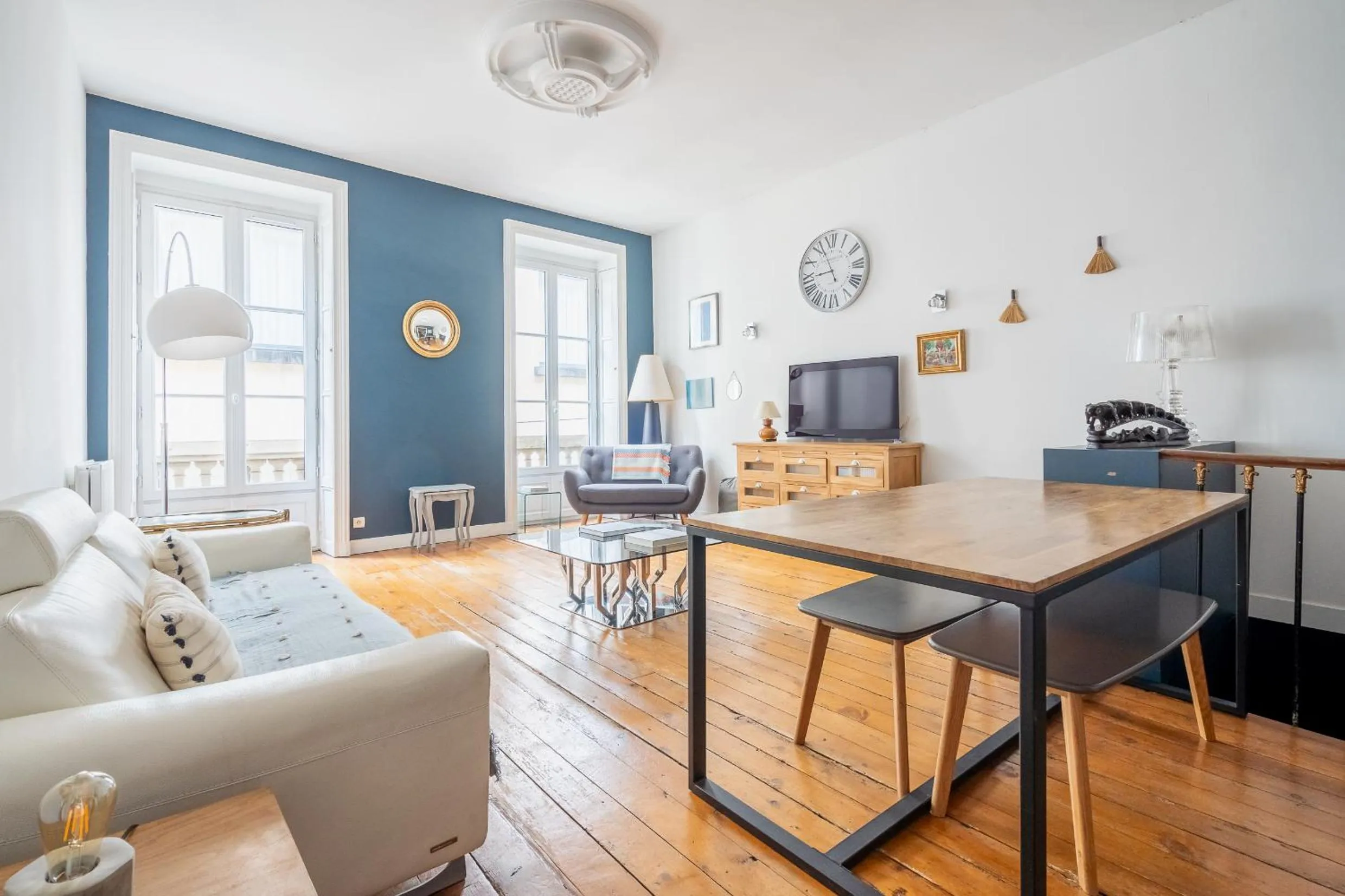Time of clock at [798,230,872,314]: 8:56
